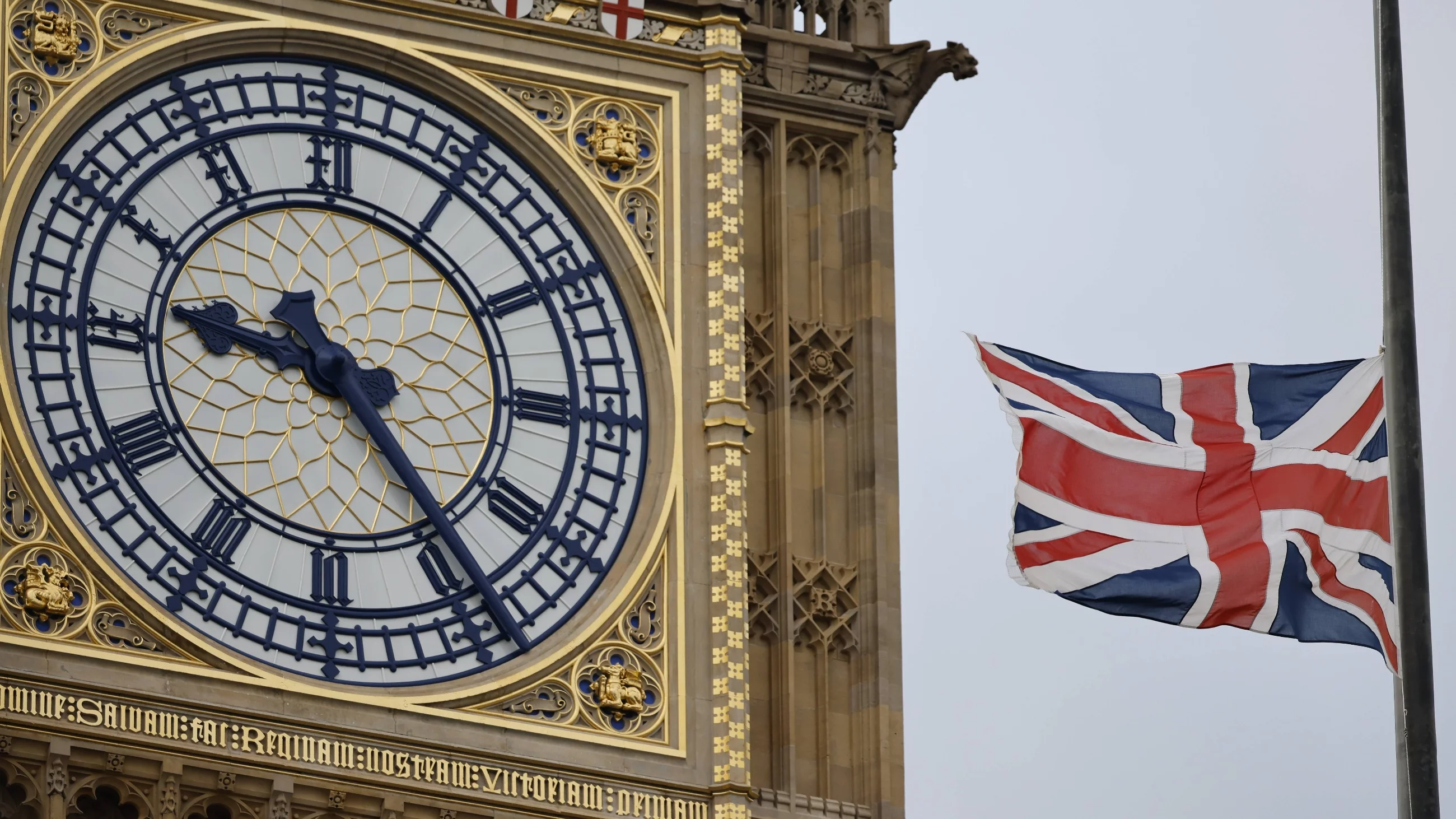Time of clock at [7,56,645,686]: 9:23
